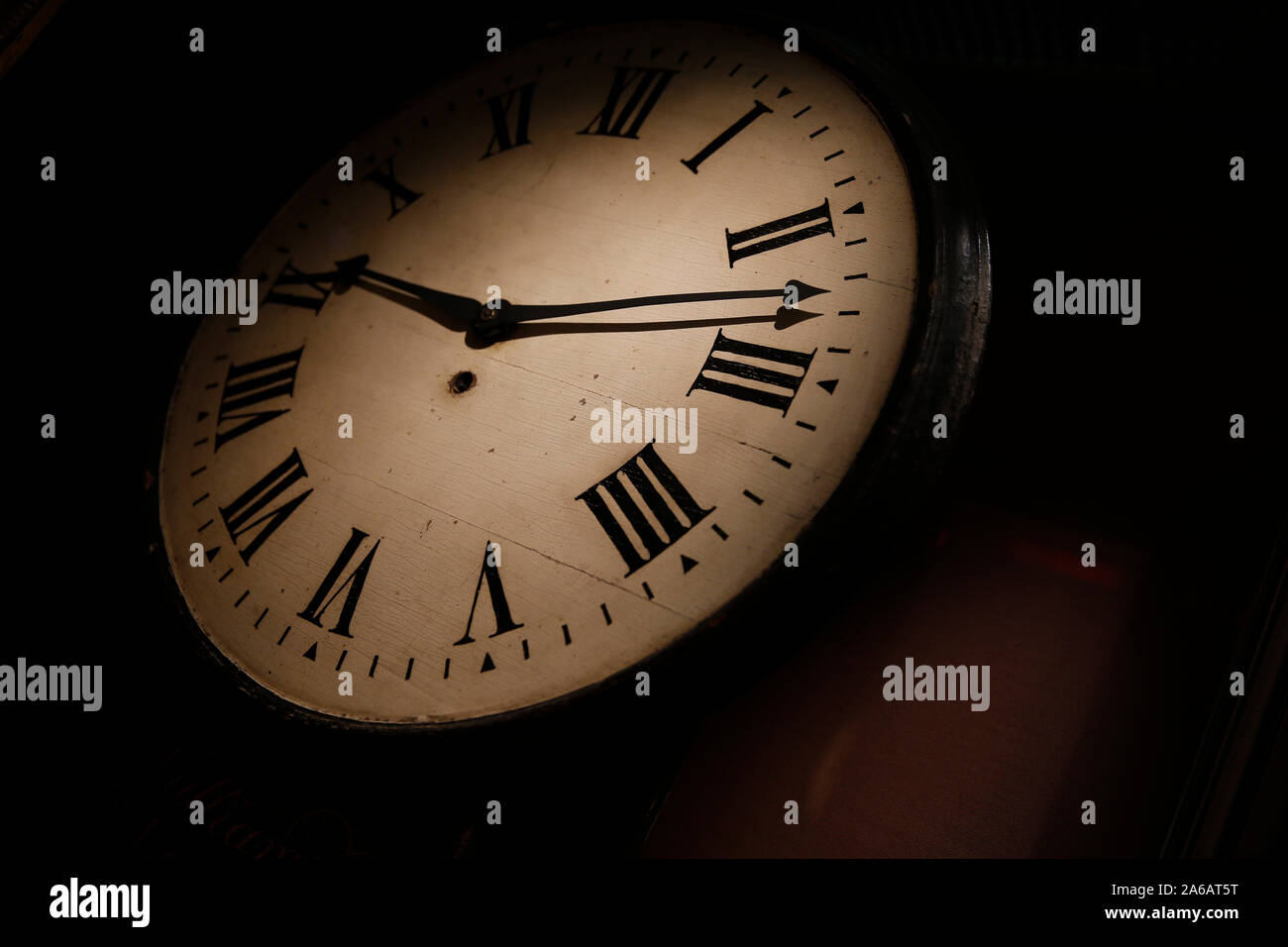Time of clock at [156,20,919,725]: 9:12
